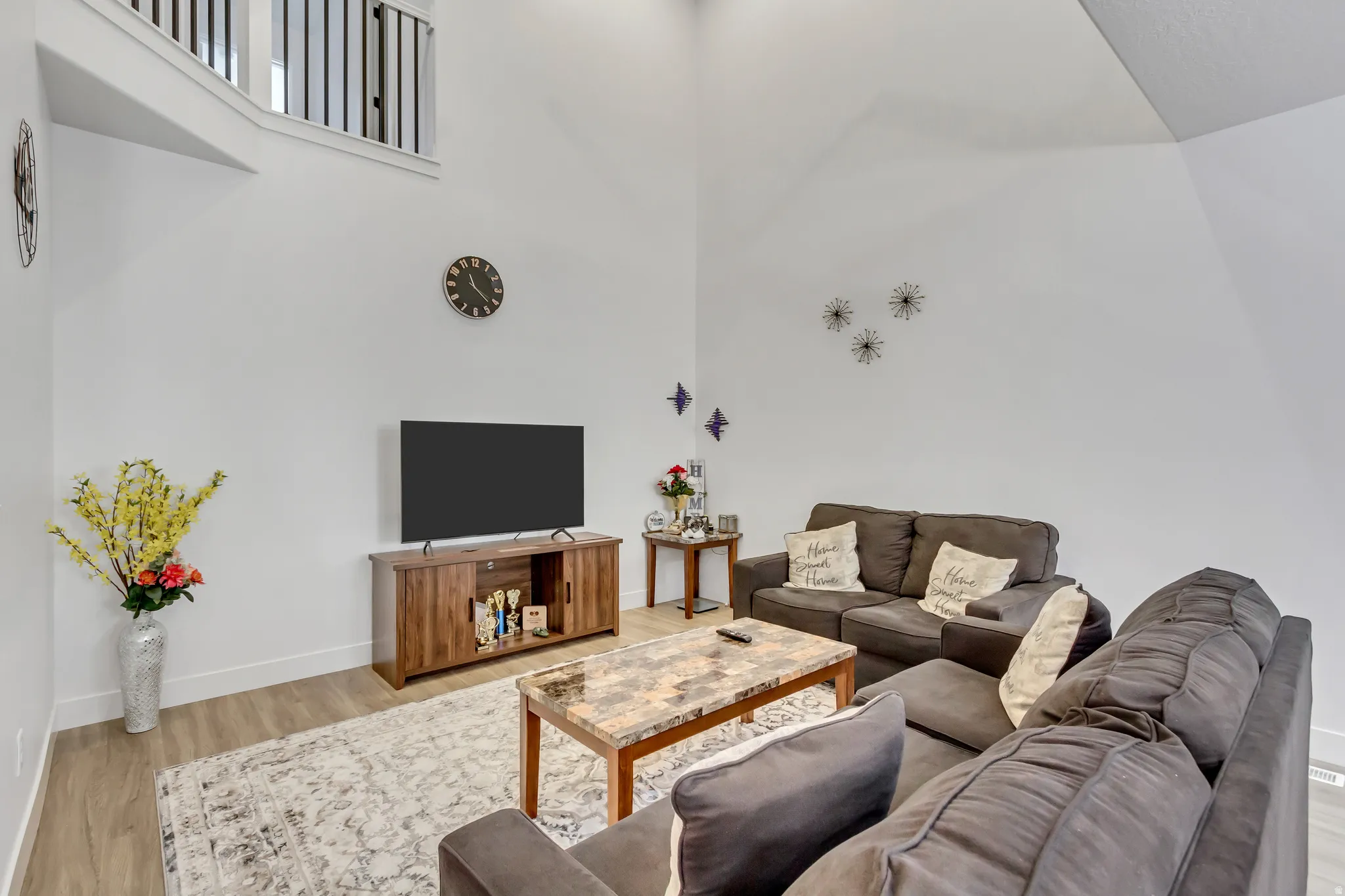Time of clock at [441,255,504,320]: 11:21
